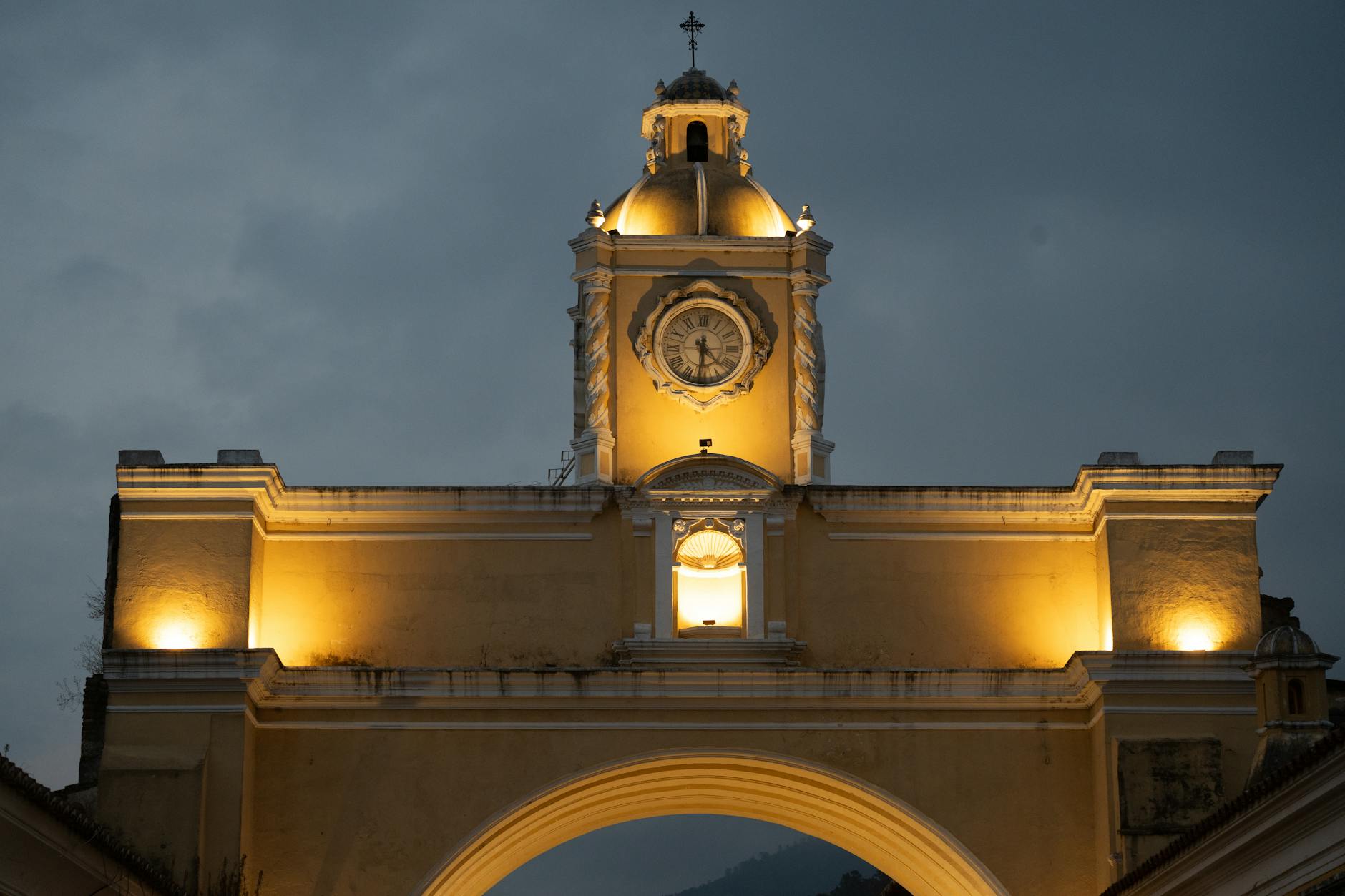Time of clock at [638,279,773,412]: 4:31
